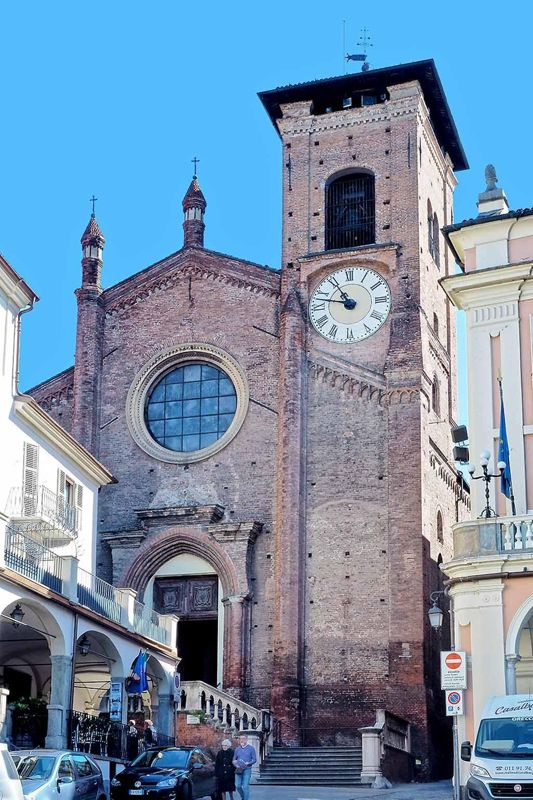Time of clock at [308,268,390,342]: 10:47
